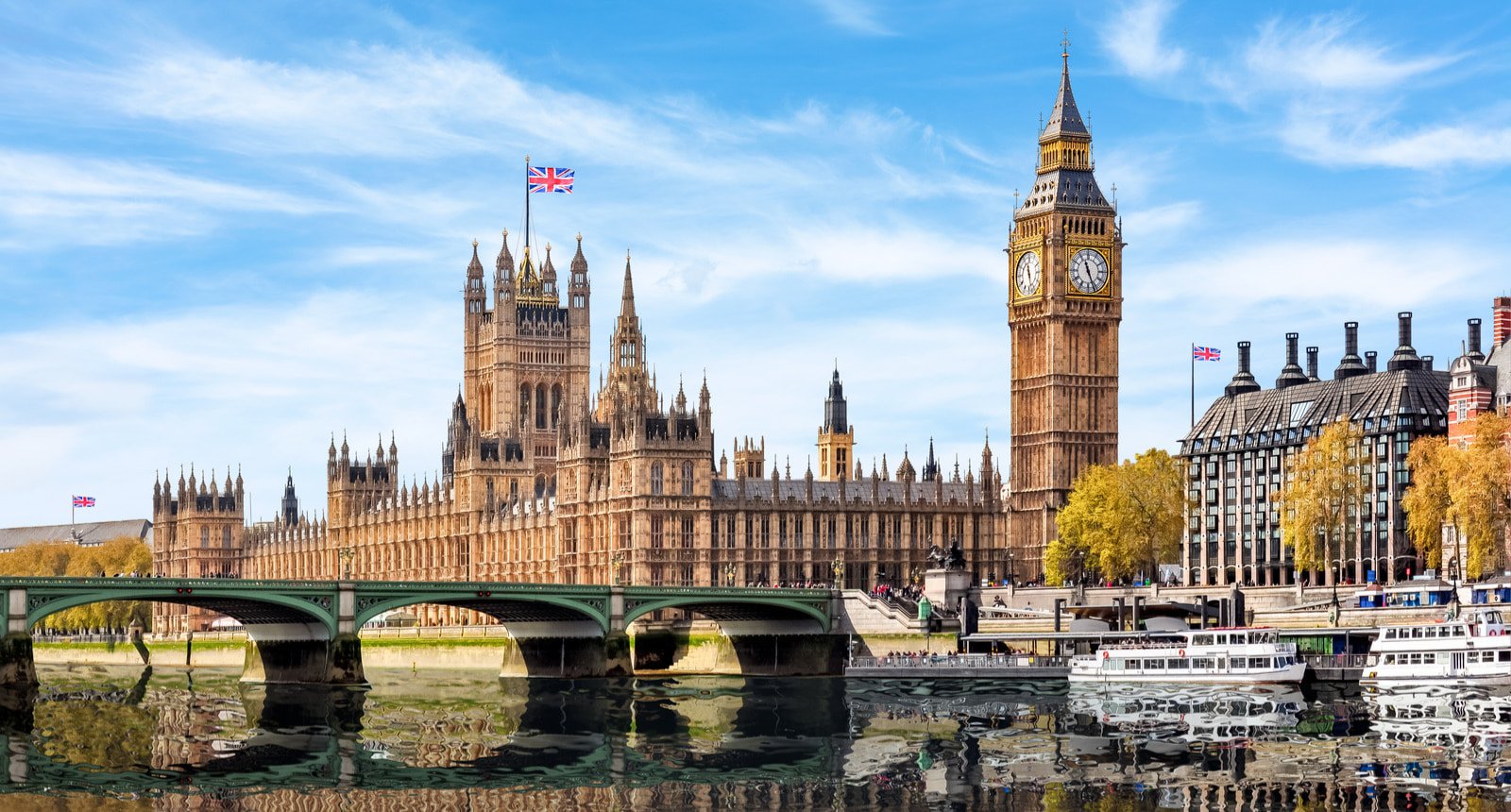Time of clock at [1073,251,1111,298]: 11:26
